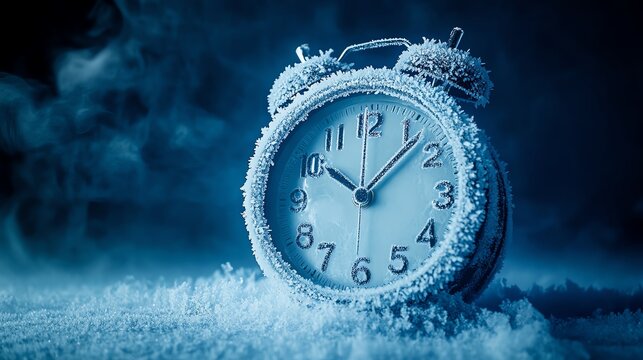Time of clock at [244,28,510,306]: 10:07
